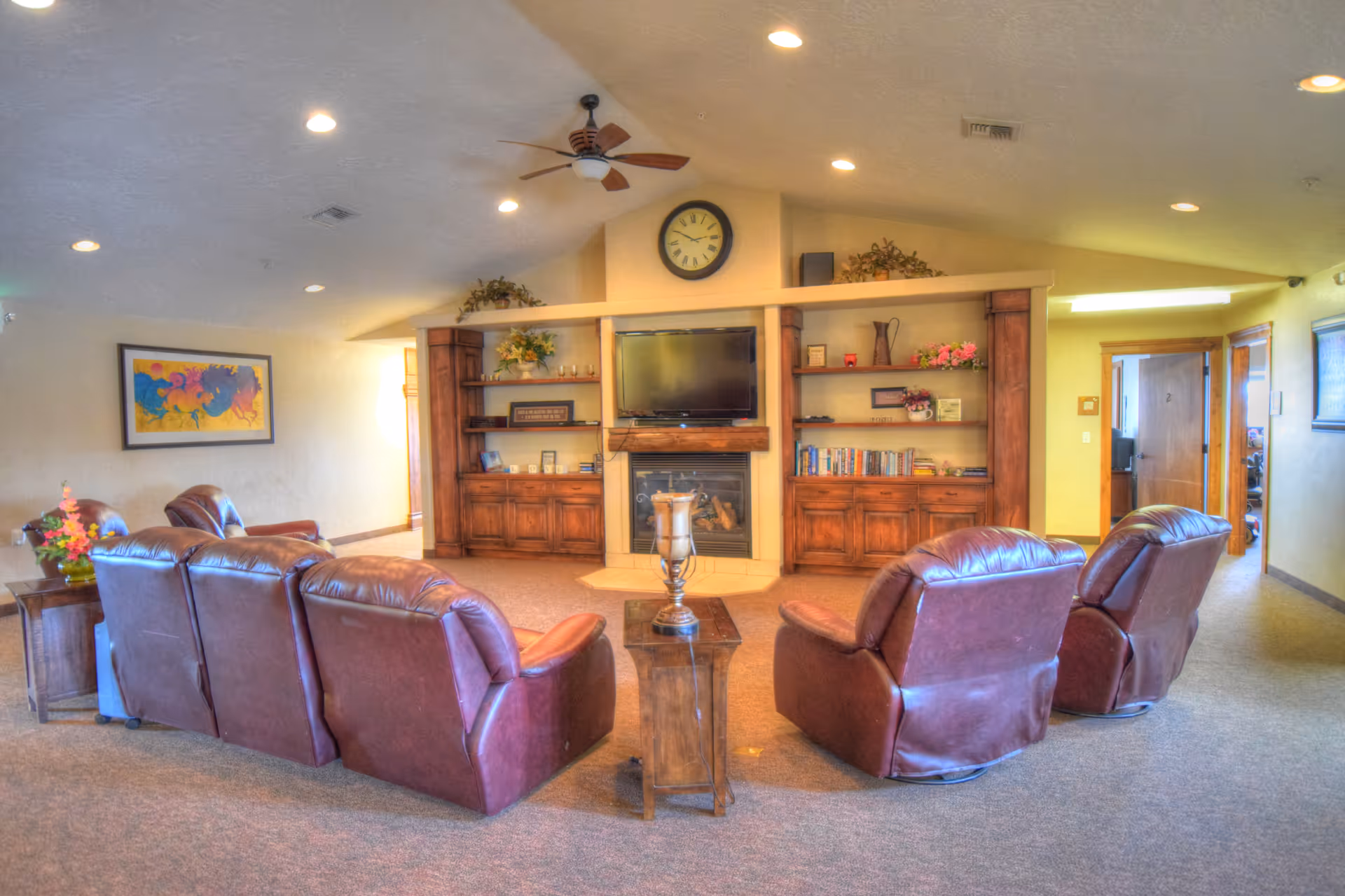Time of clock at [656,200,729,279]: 2:50
